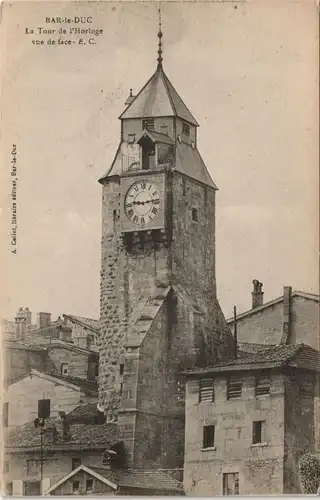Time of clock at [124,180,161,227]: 9:13
